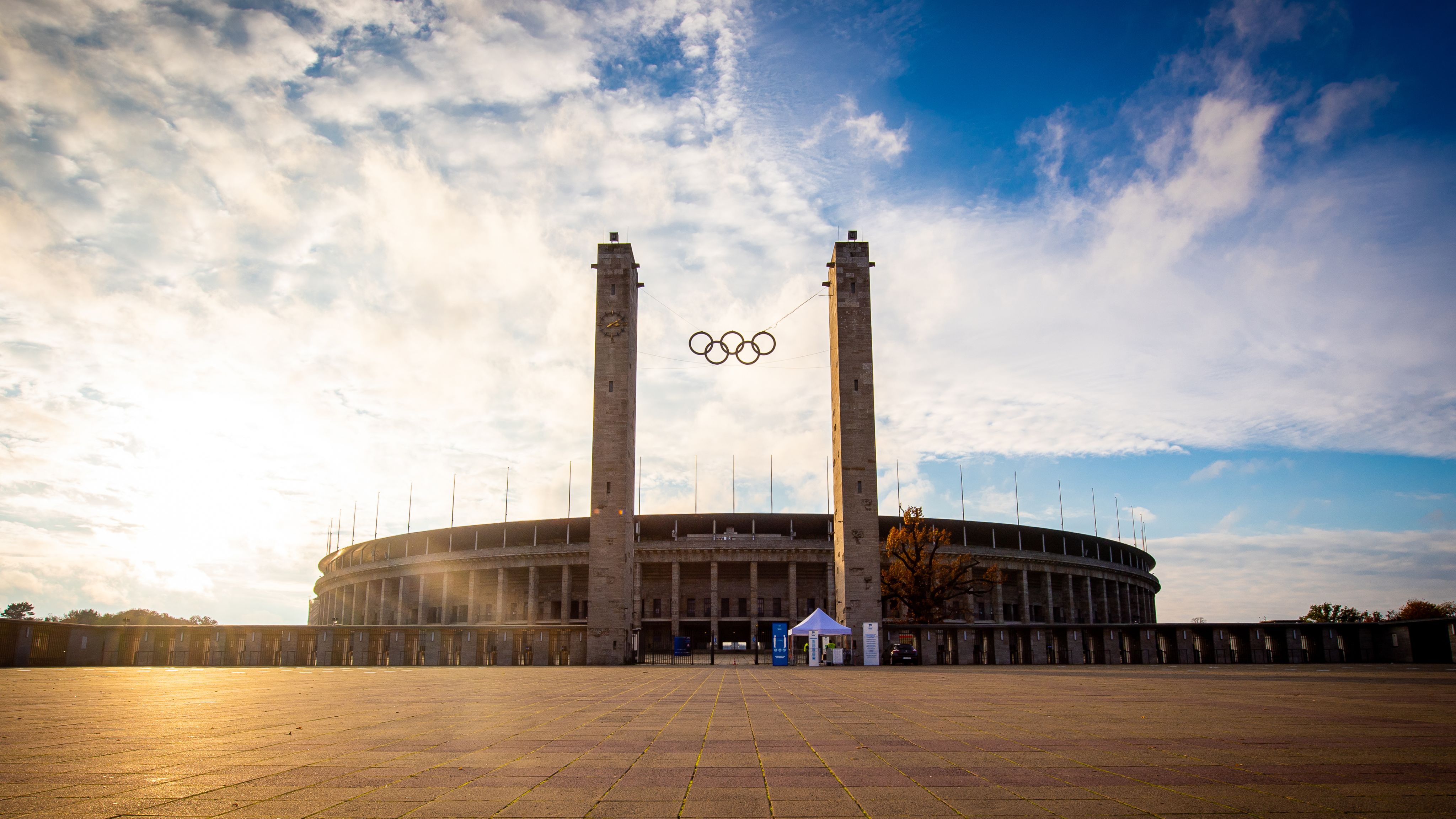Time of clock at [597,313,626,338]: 2:09
